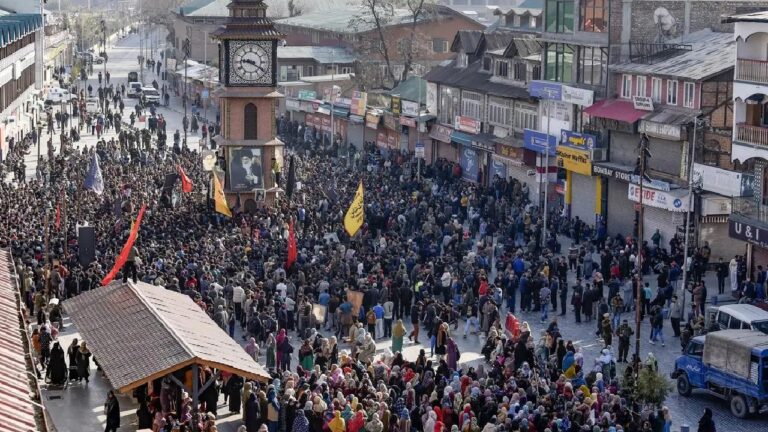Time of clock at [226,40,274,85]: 9:20
